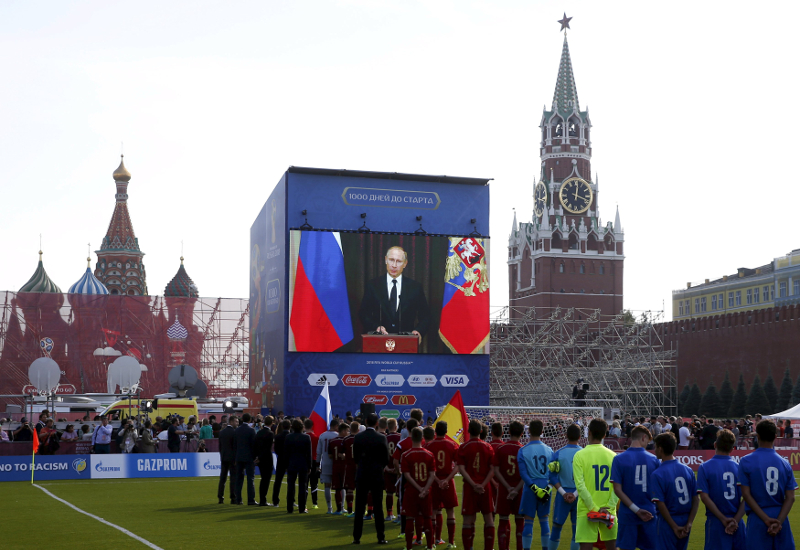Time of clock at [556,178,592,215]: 12:18
